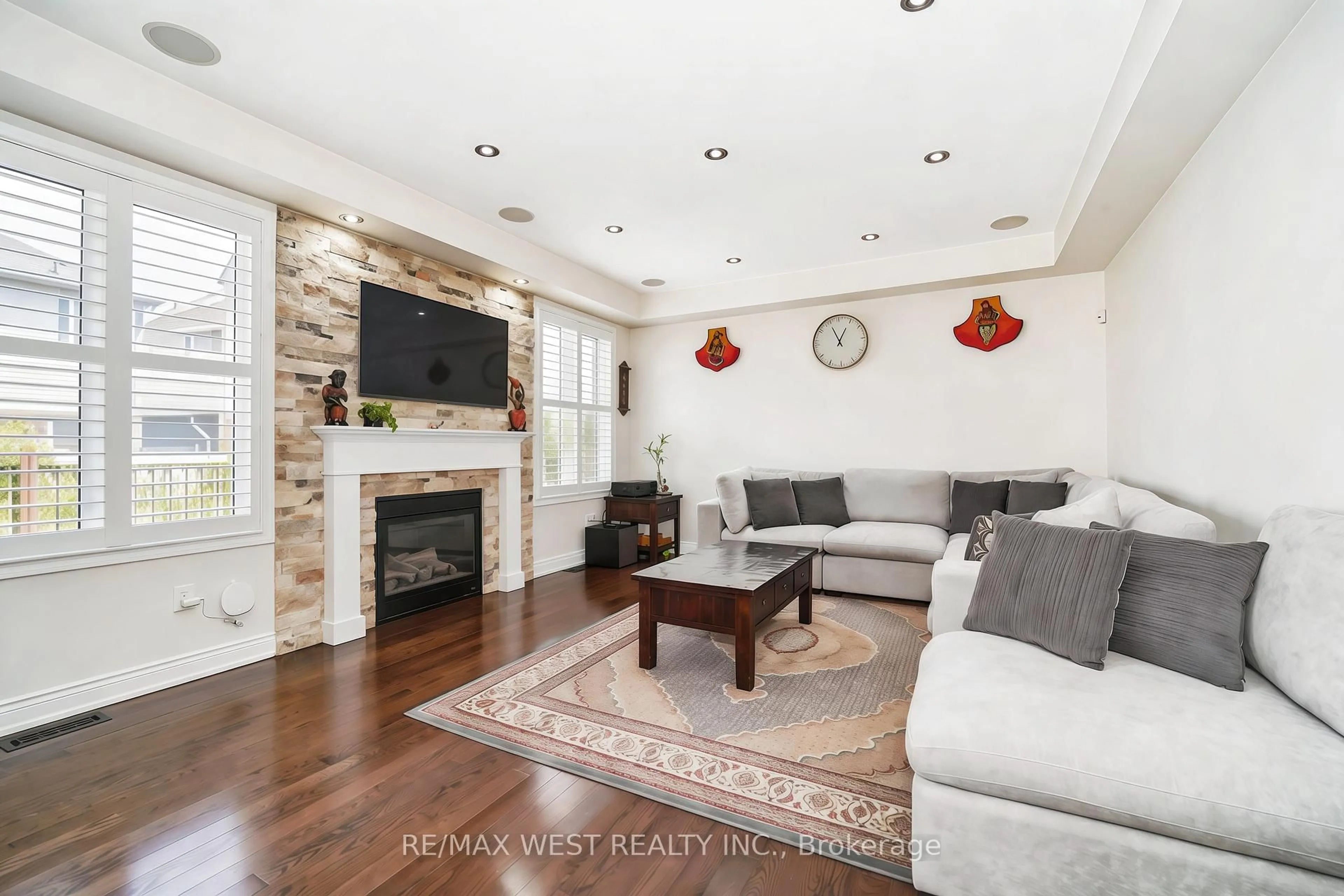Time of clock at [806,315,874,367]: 12:55
